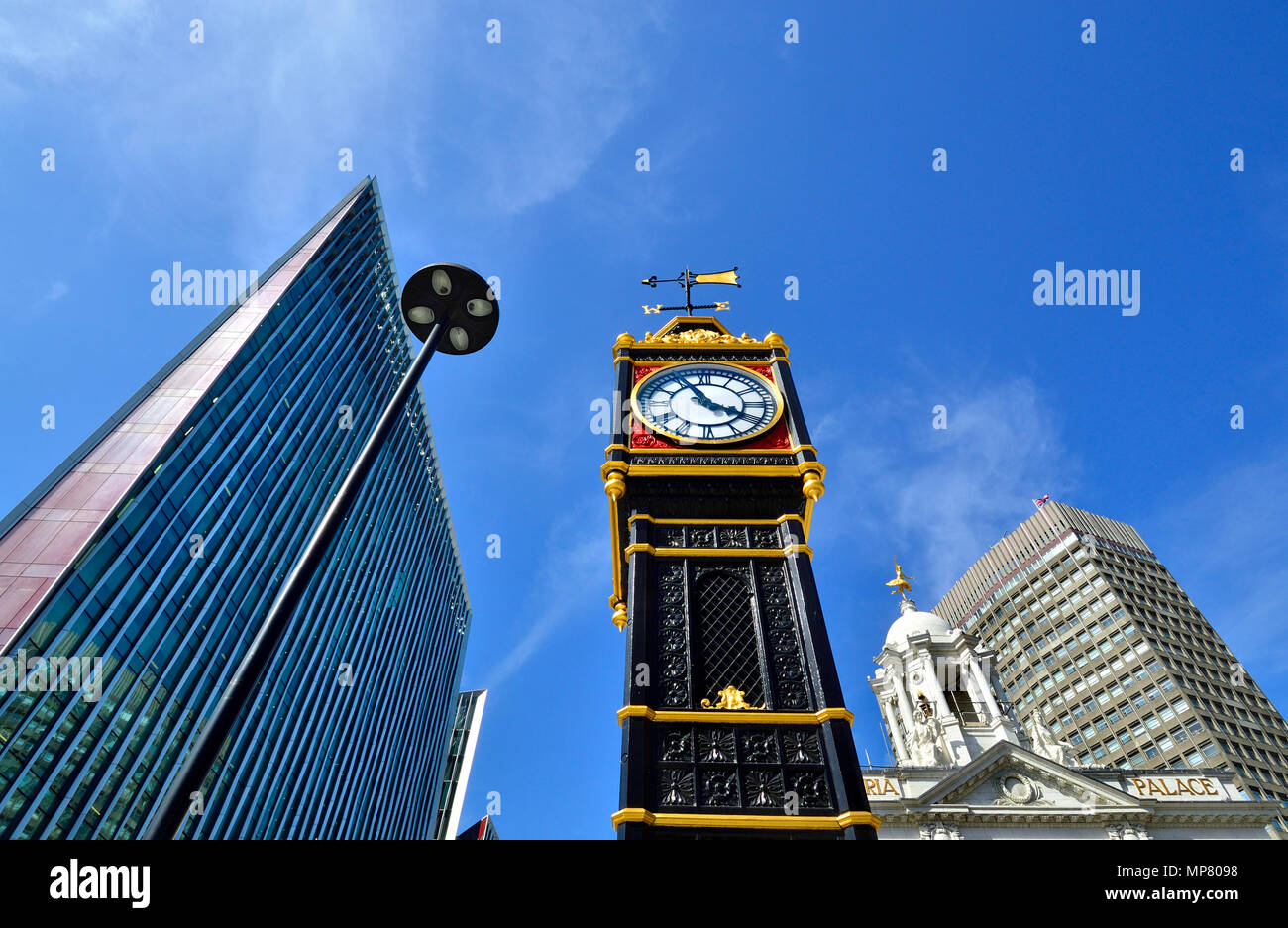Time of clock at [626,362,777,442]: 3:55
